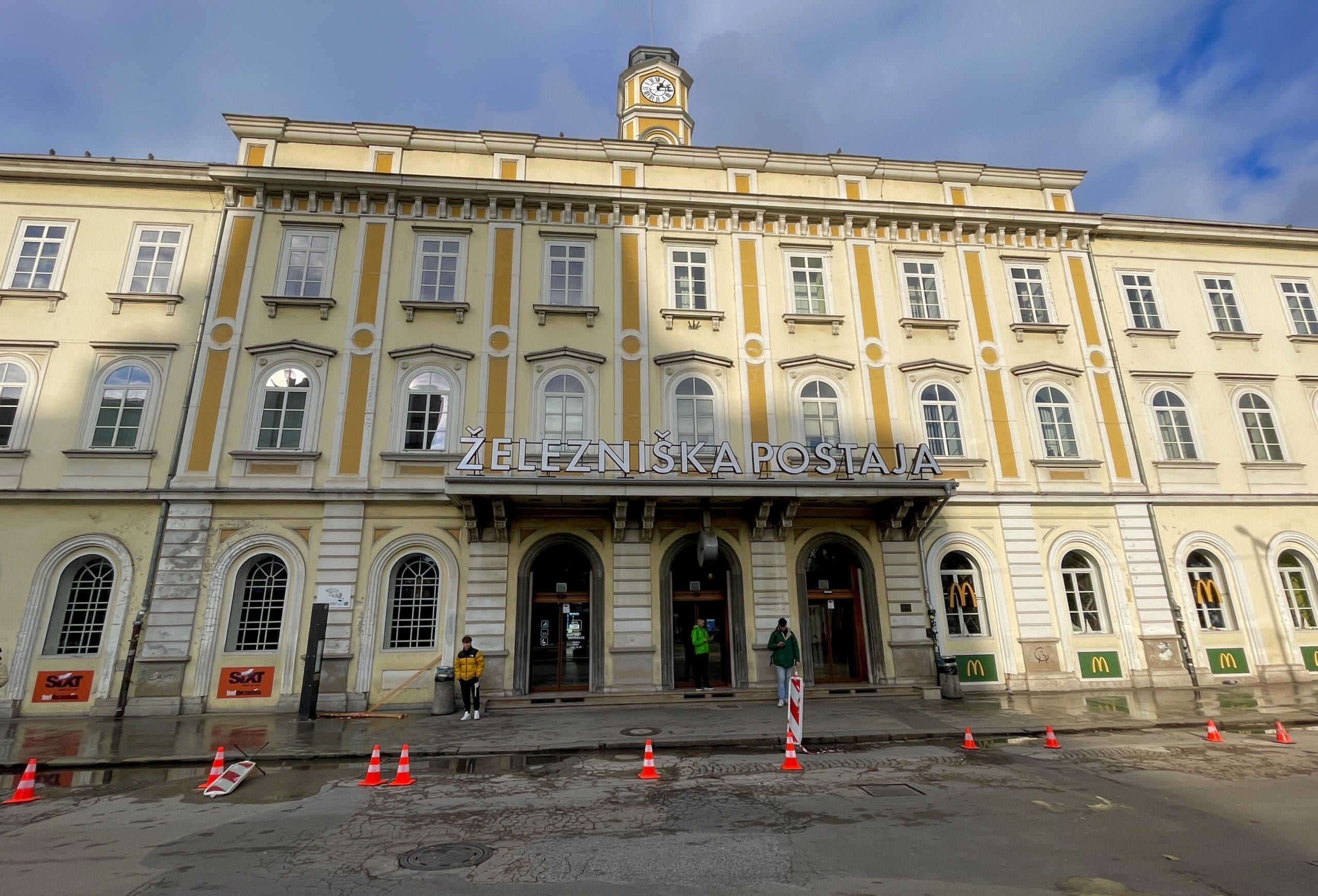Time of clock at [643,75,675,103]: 1:13
